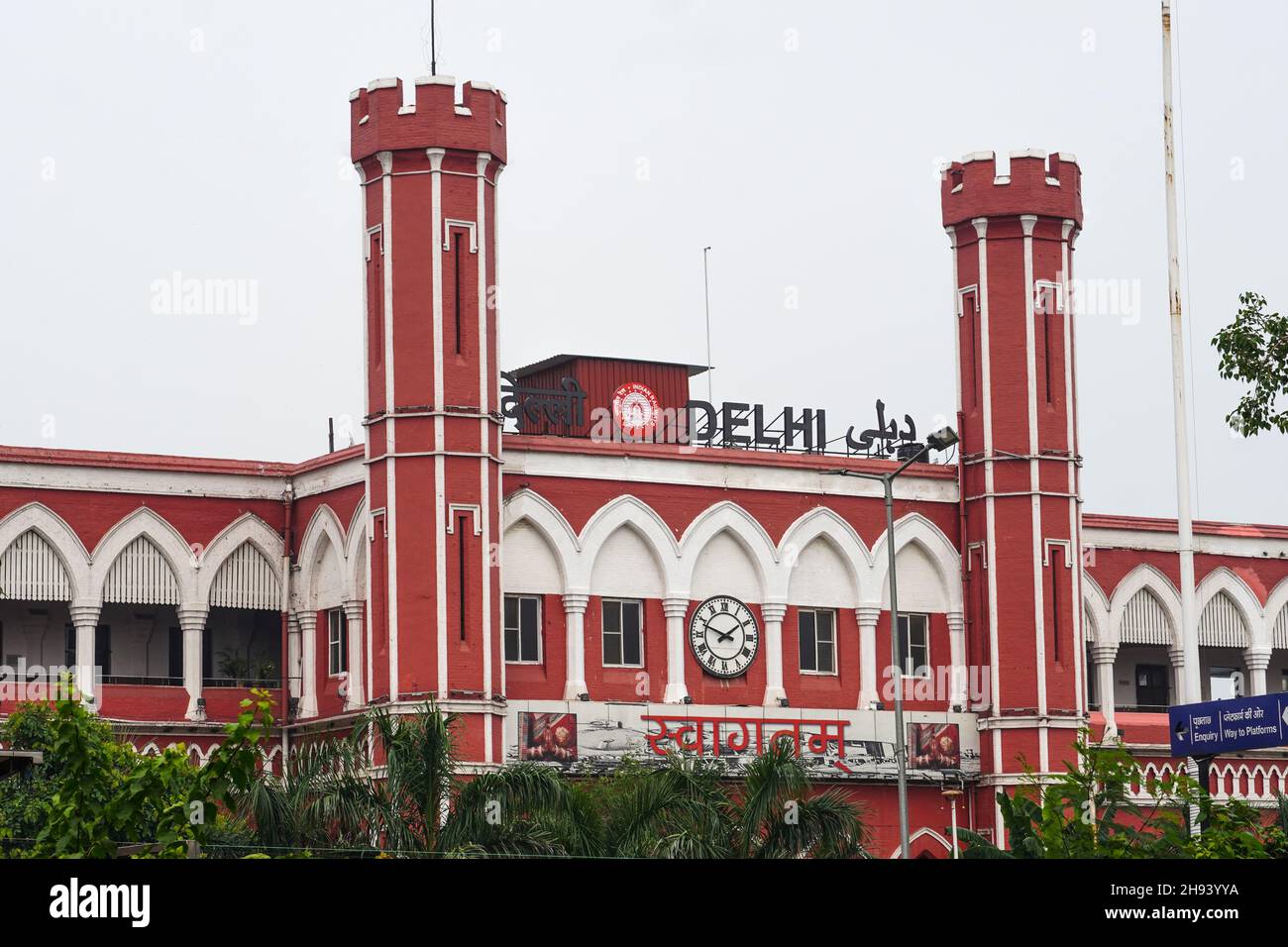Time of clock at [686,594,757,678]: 1:48
